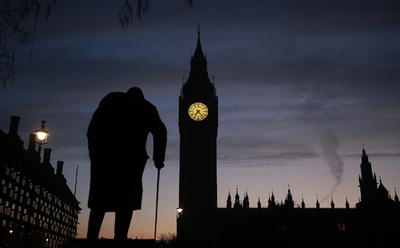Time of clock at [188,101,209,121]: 7:23
